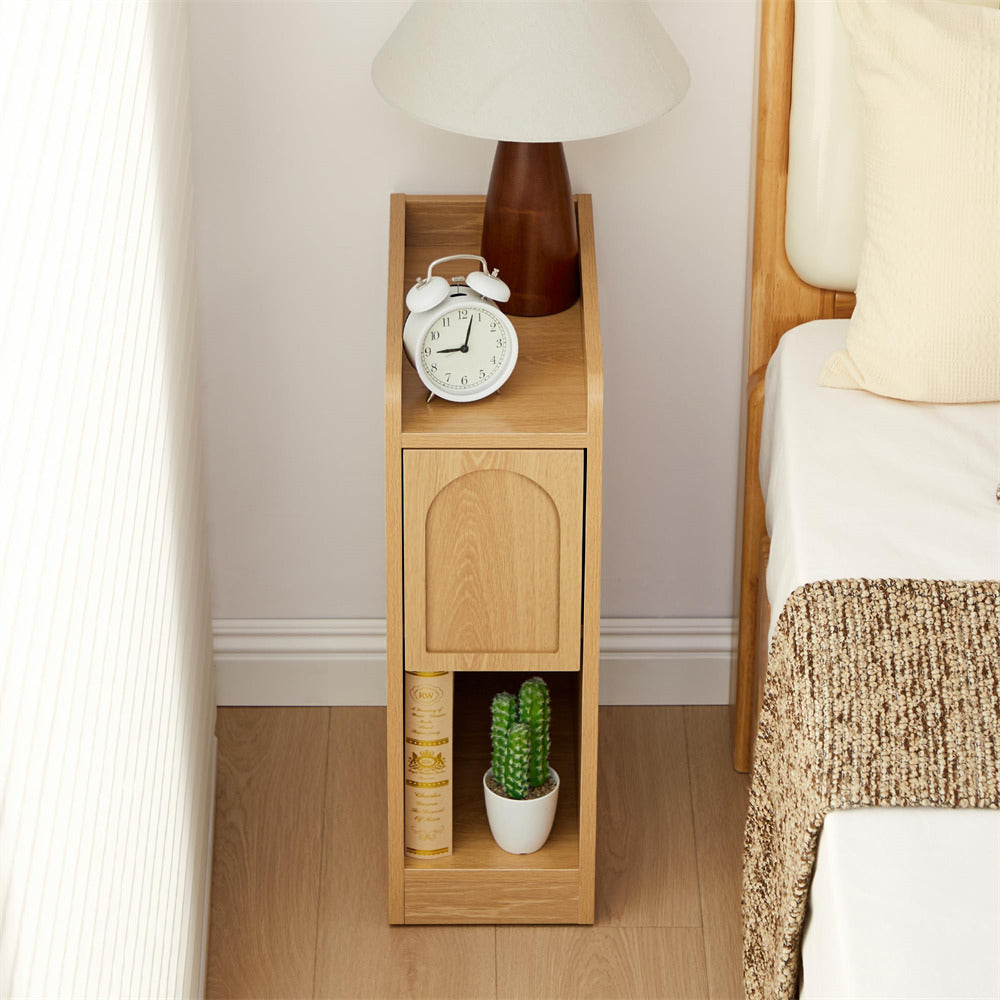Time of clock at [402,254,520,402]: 9:02
